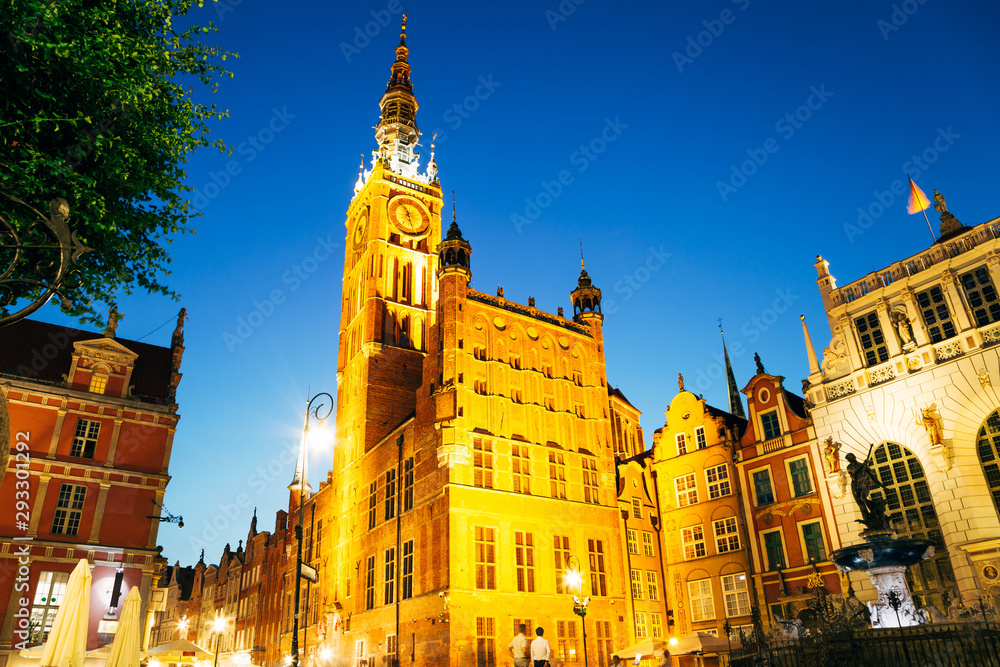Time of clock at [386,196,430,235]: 11:28
